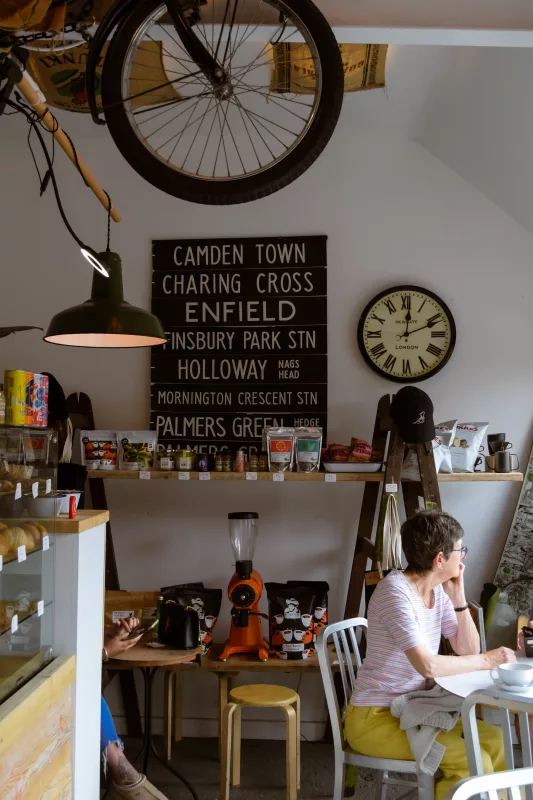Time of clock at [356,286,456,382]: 12:11
